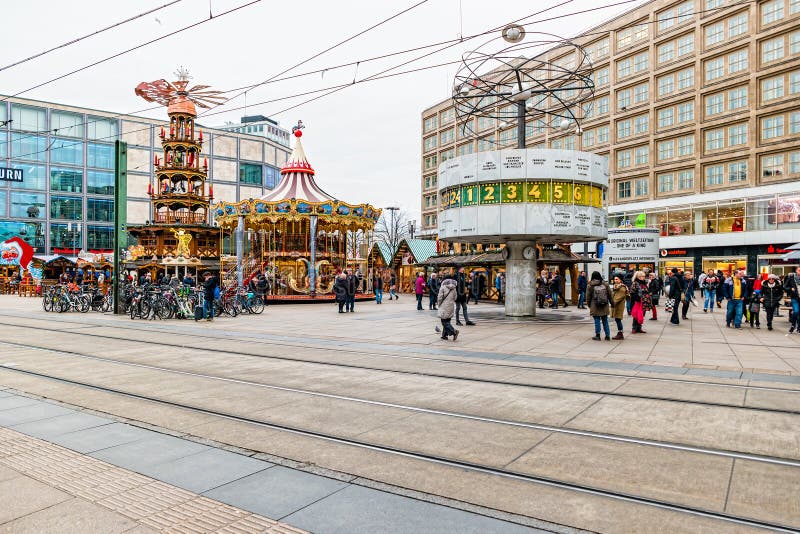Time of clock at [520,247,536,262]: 12:04
